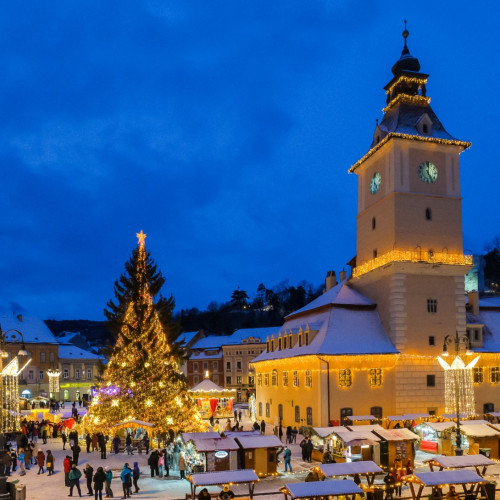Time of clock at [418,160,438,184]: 12:24
